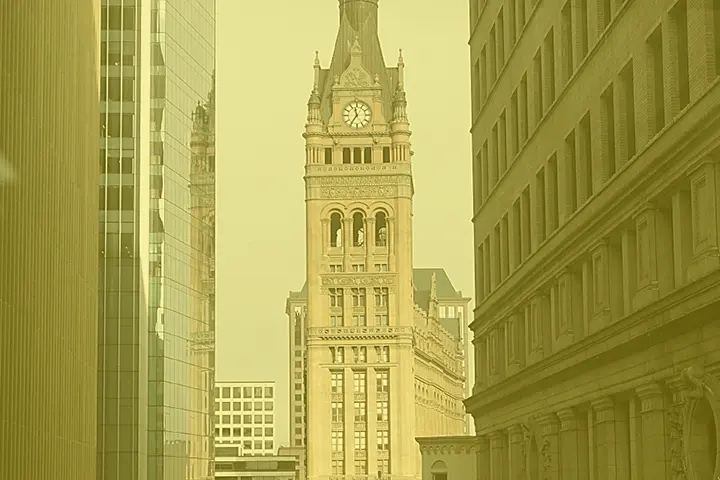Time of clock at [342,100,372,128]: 11:35
